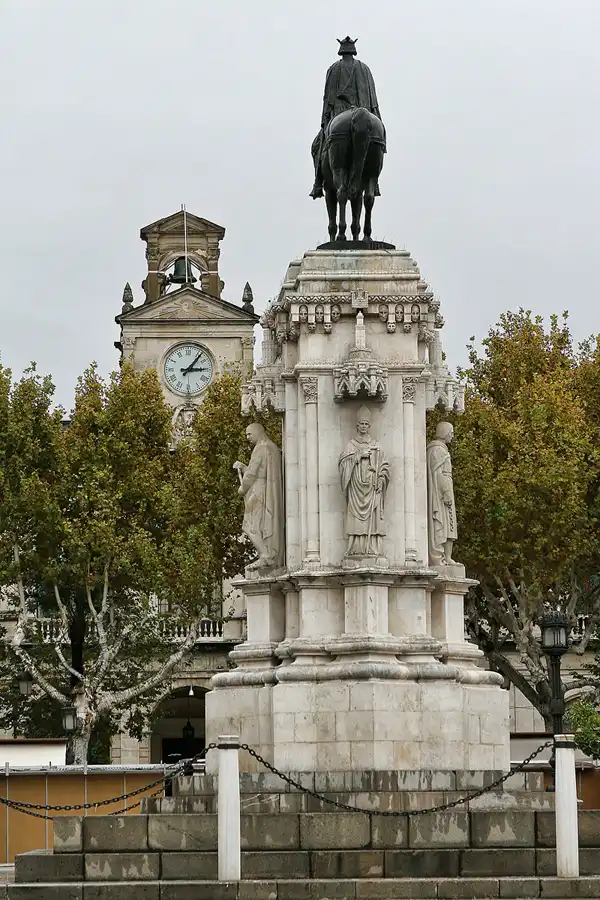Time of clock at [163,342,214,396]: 3:06
